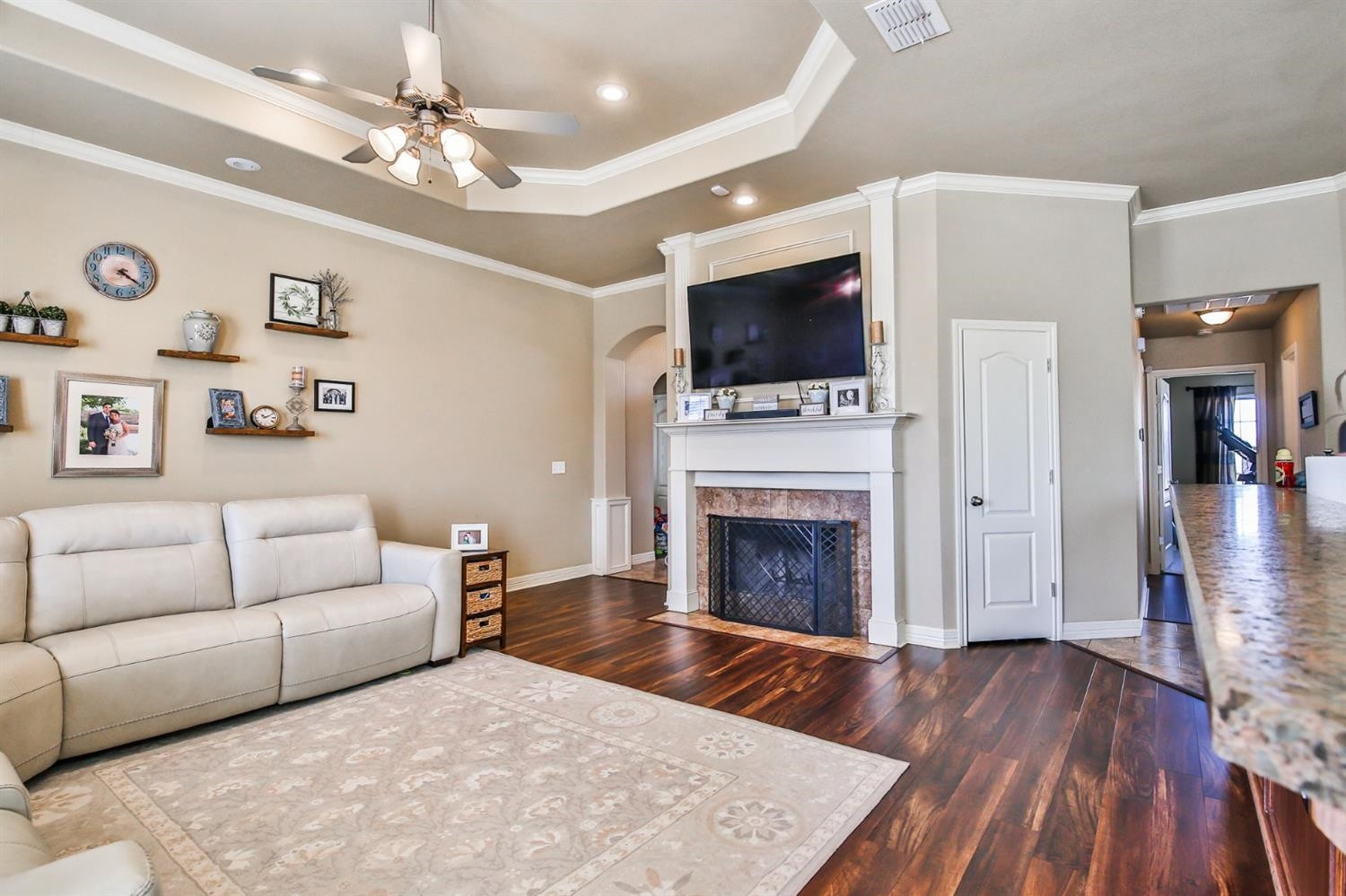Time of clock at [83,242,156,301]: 4:20
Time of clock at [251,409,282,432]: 10:10
